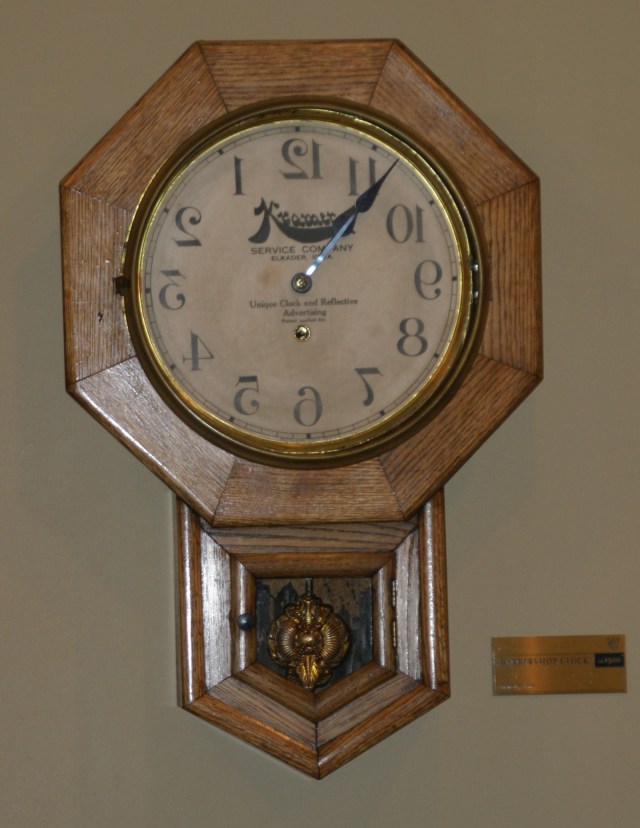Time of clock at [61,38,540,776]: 10:07
